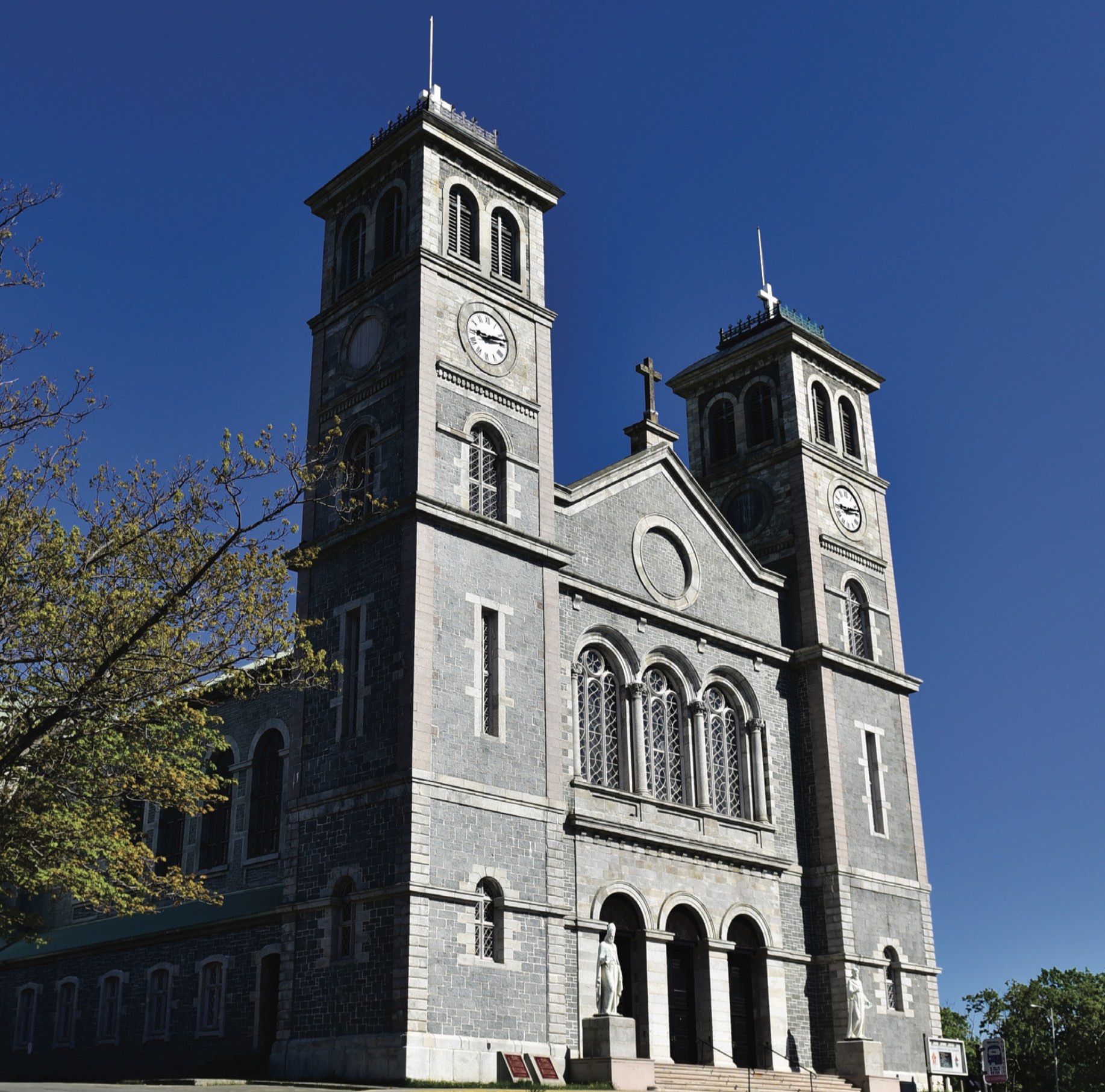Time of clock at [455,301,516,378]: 9:12
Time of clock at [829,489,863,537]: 9:12
